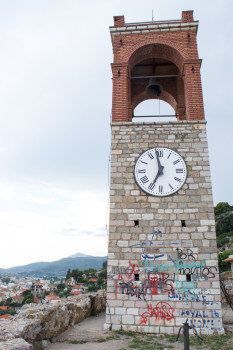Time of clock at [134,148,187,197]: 6:58
